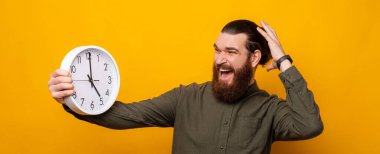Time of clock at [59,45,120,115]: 5:00
